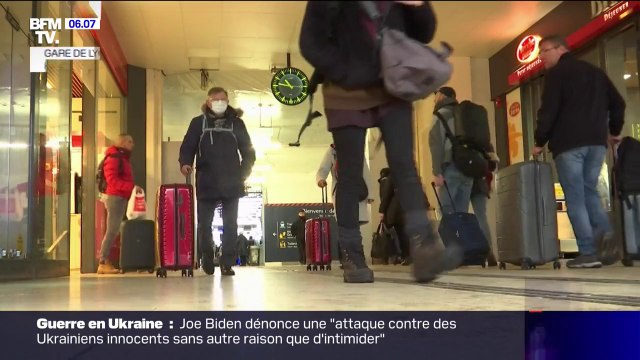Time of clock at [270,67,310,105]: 10:46
